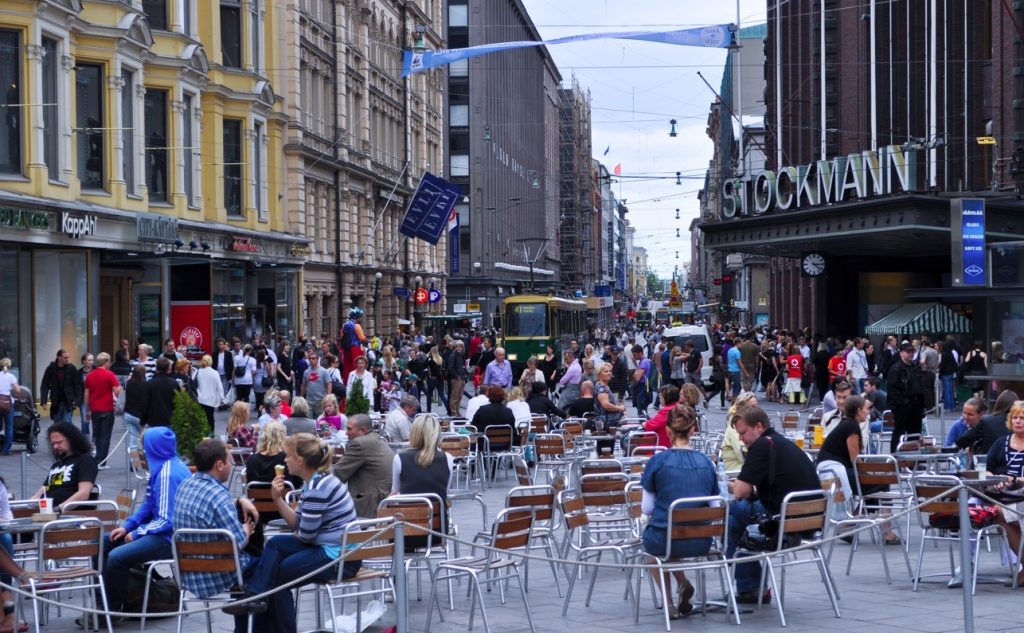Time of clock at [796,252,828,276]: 4:14
